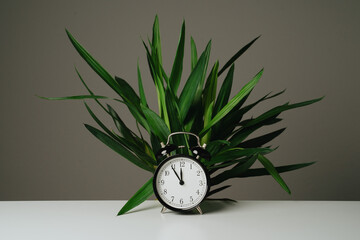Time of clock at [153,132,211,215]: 11:54
